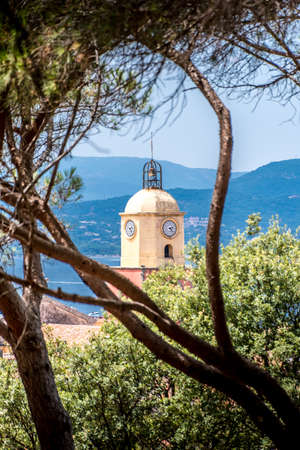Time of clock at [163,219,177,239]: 2:23
